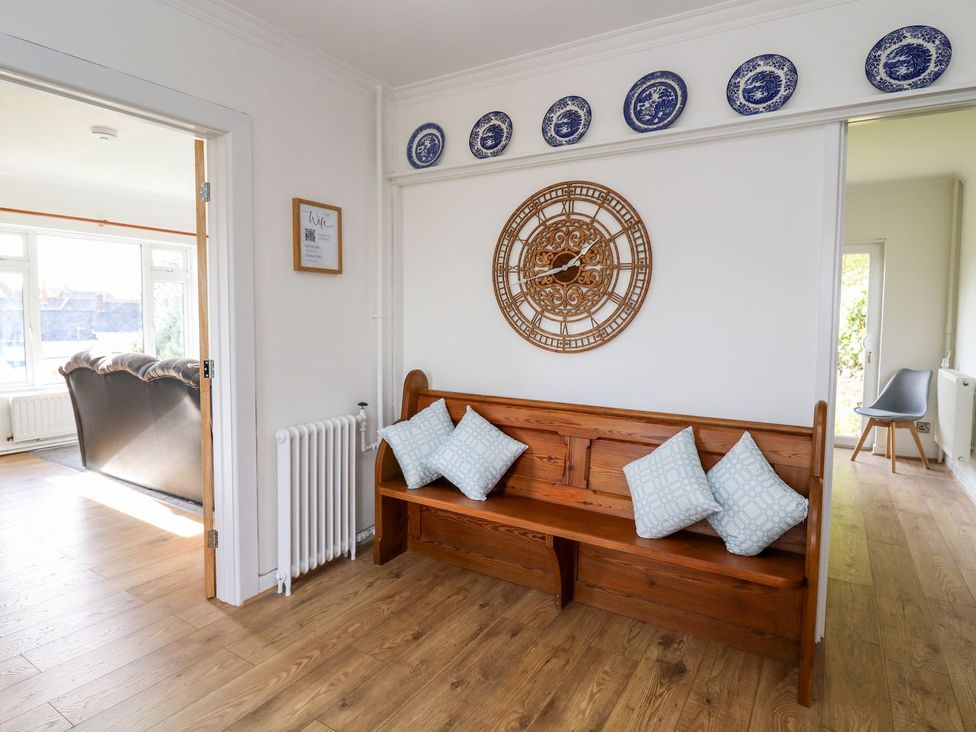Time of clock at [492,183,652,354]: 1:42
